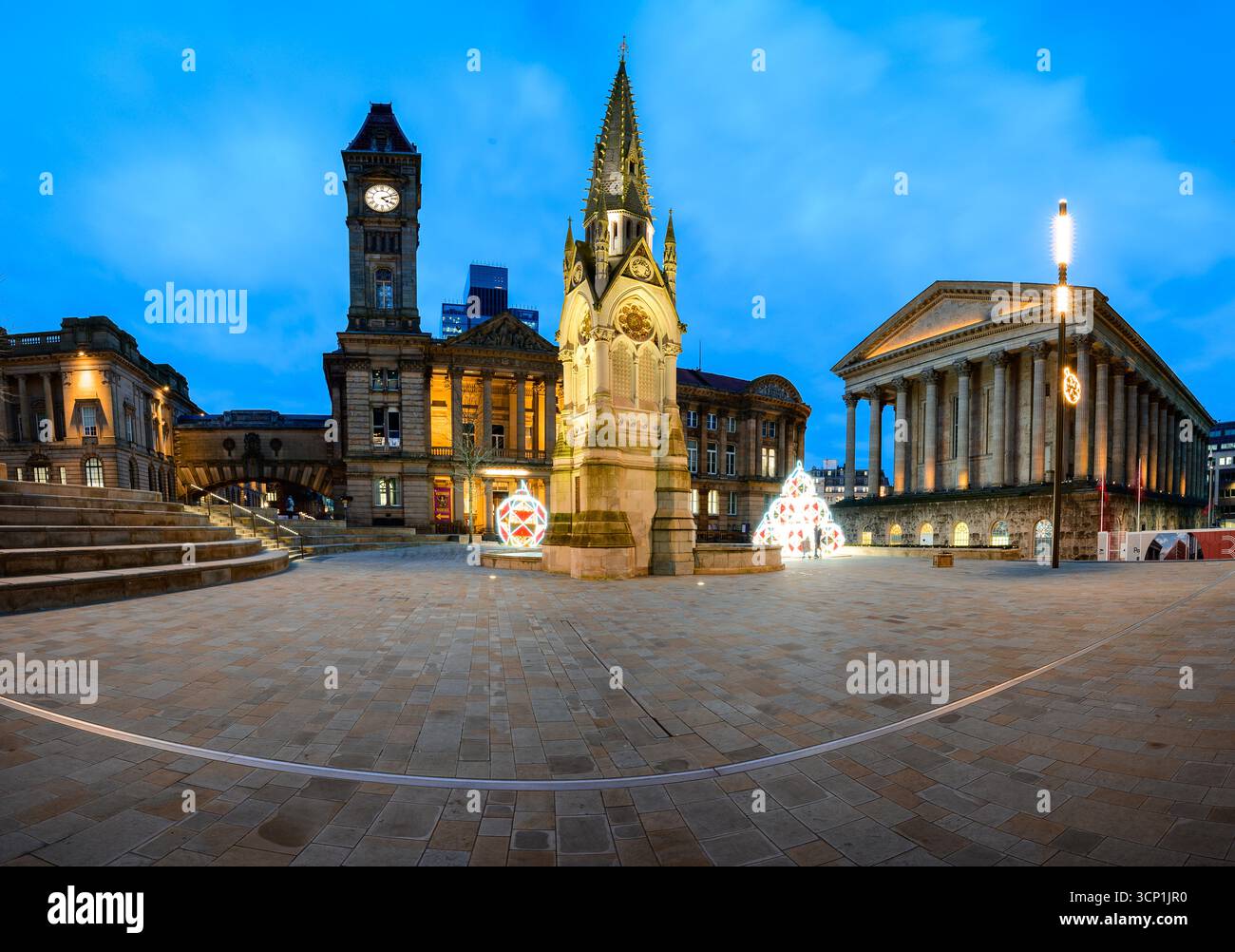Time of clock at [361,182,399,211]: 4:12
